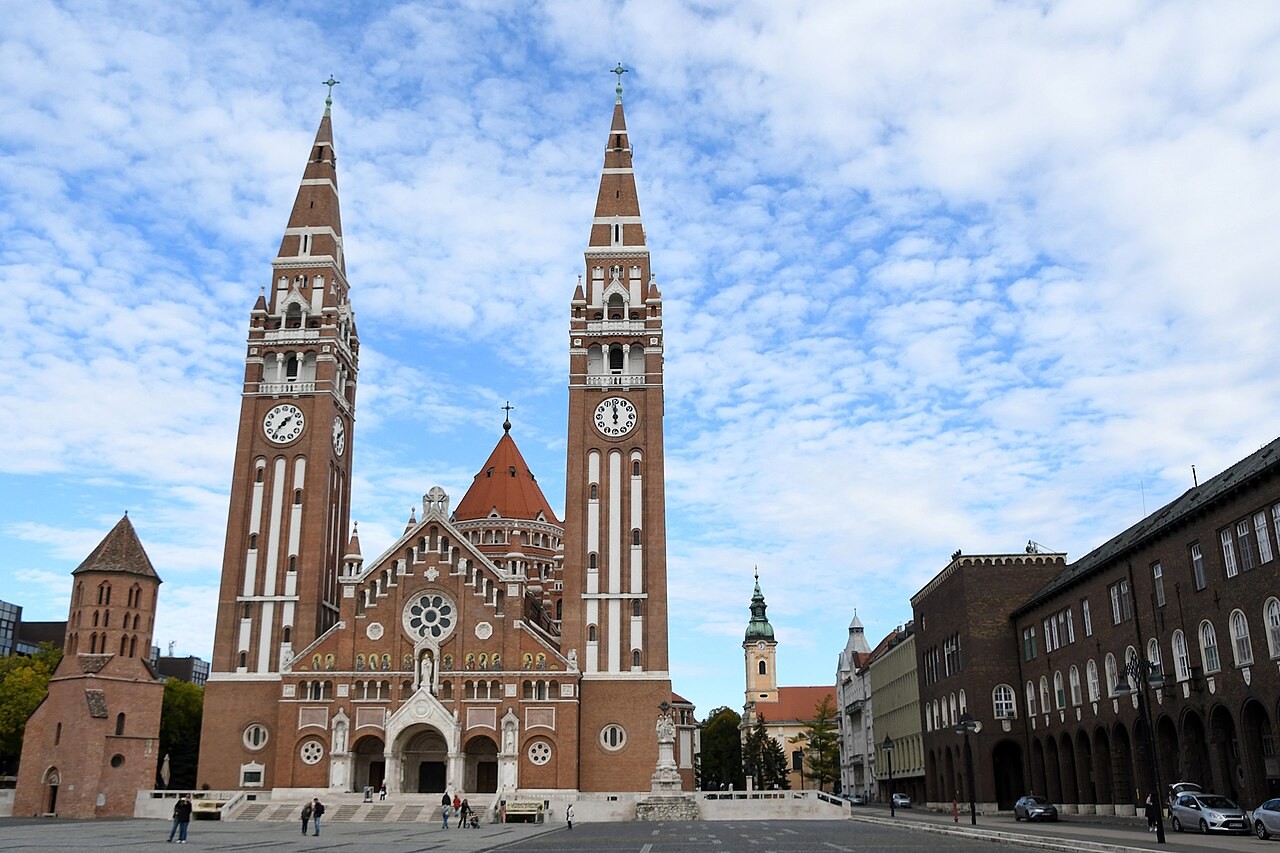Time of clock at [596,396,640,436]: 11:59
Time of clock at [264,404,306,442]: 1:36
